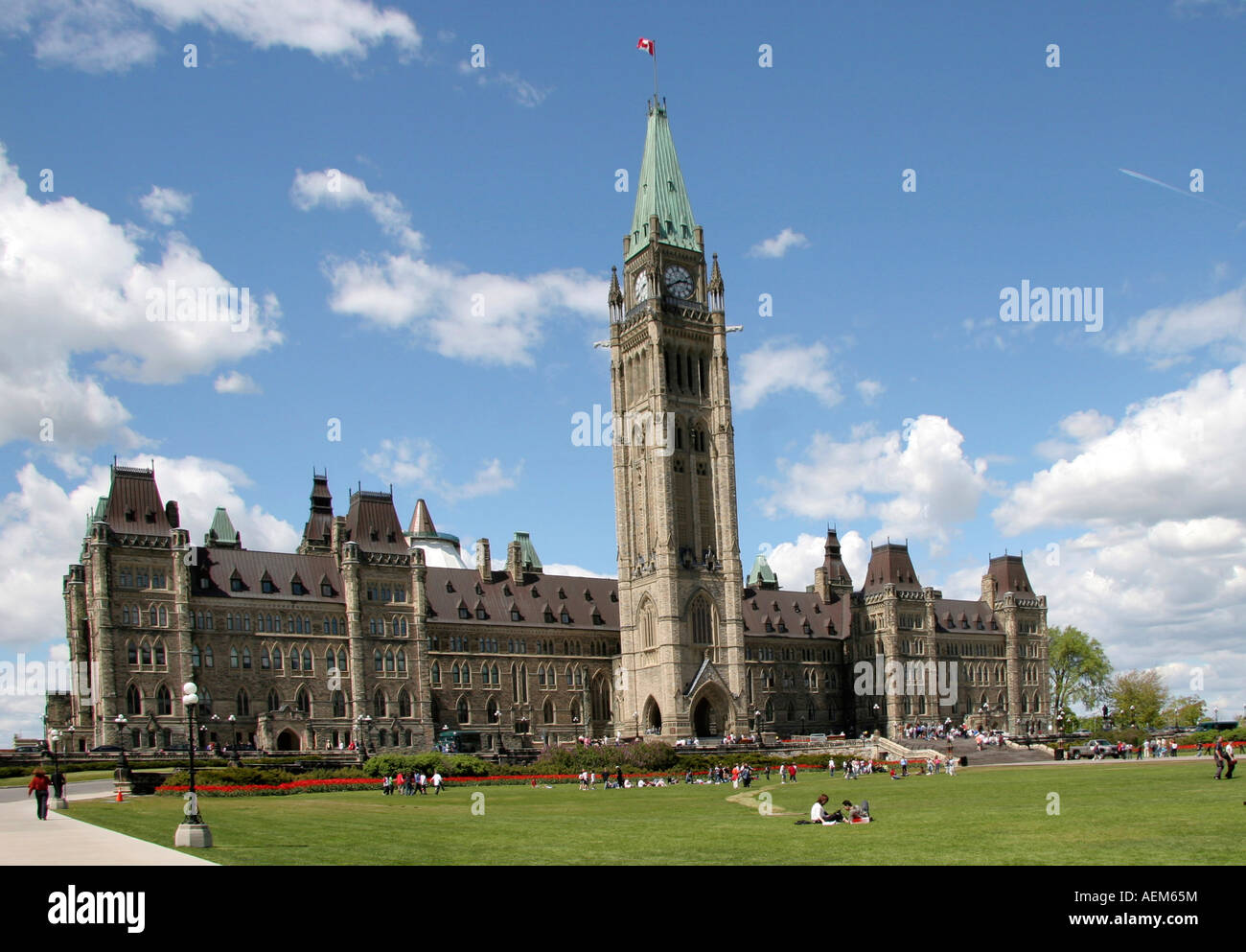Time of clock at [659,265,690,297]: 2:40
